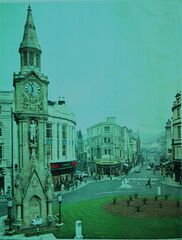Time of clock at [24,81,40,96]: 11:32
